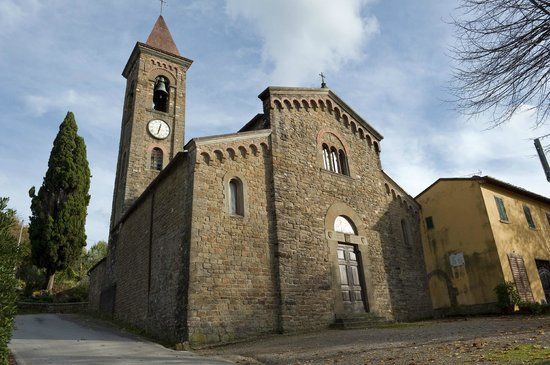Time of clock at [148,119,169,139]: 12:32
